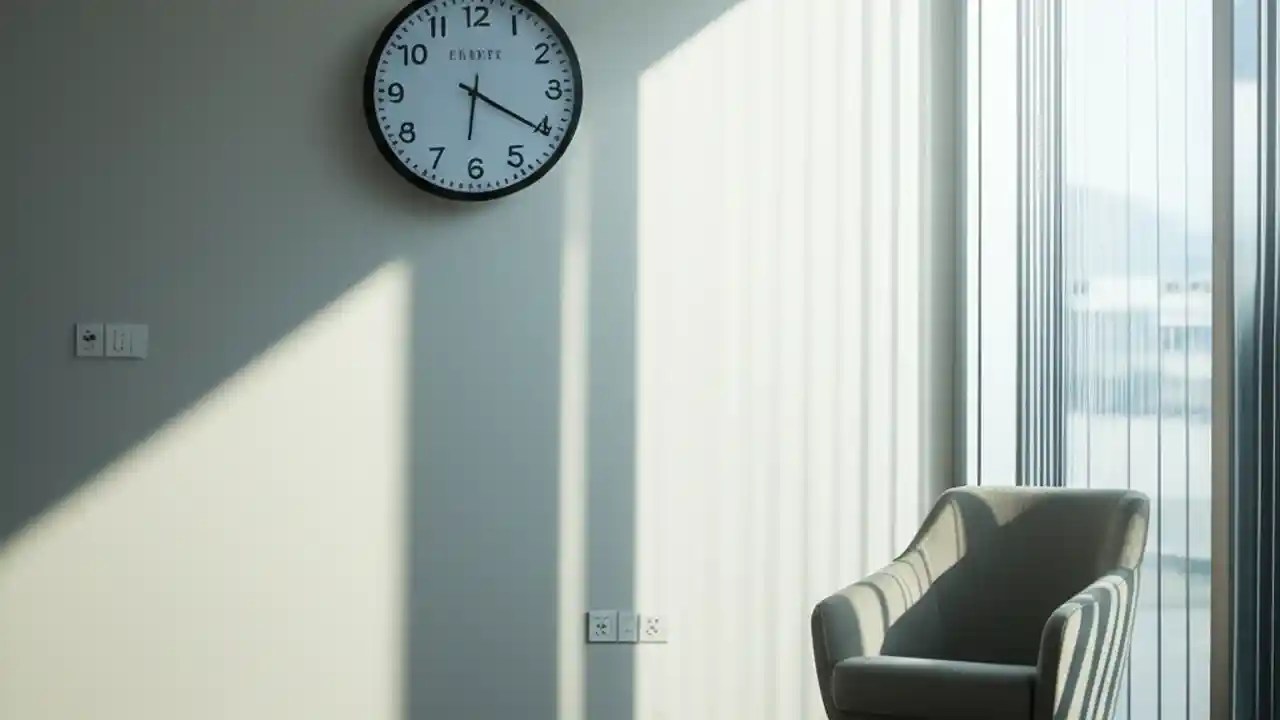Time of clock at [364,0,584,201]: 6:20
